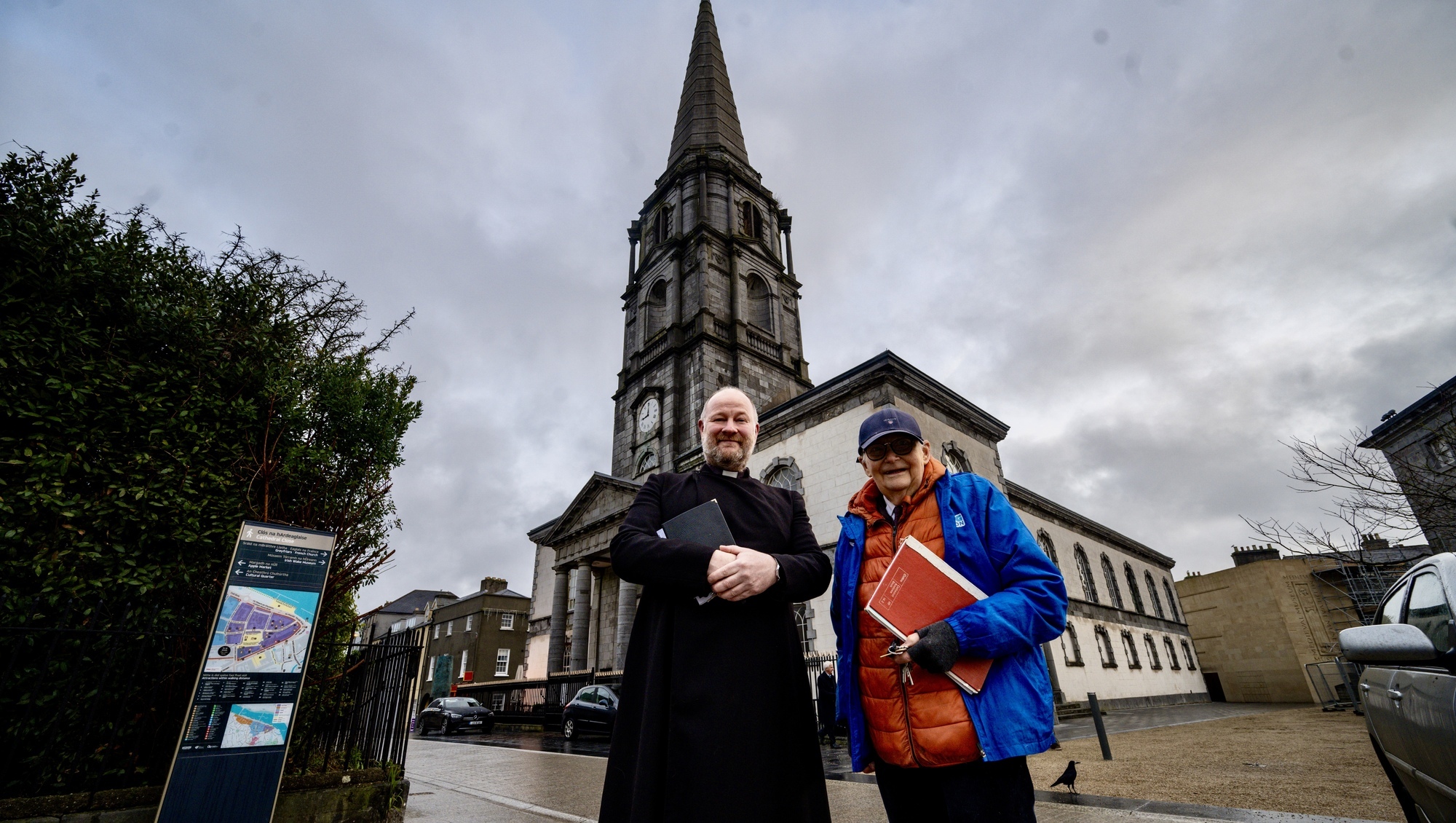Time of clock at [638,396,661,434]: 9:01
